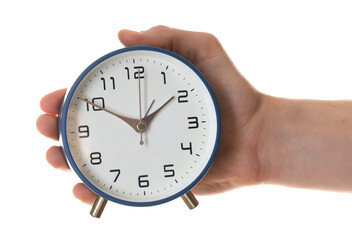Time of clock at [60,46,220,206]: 1:50
